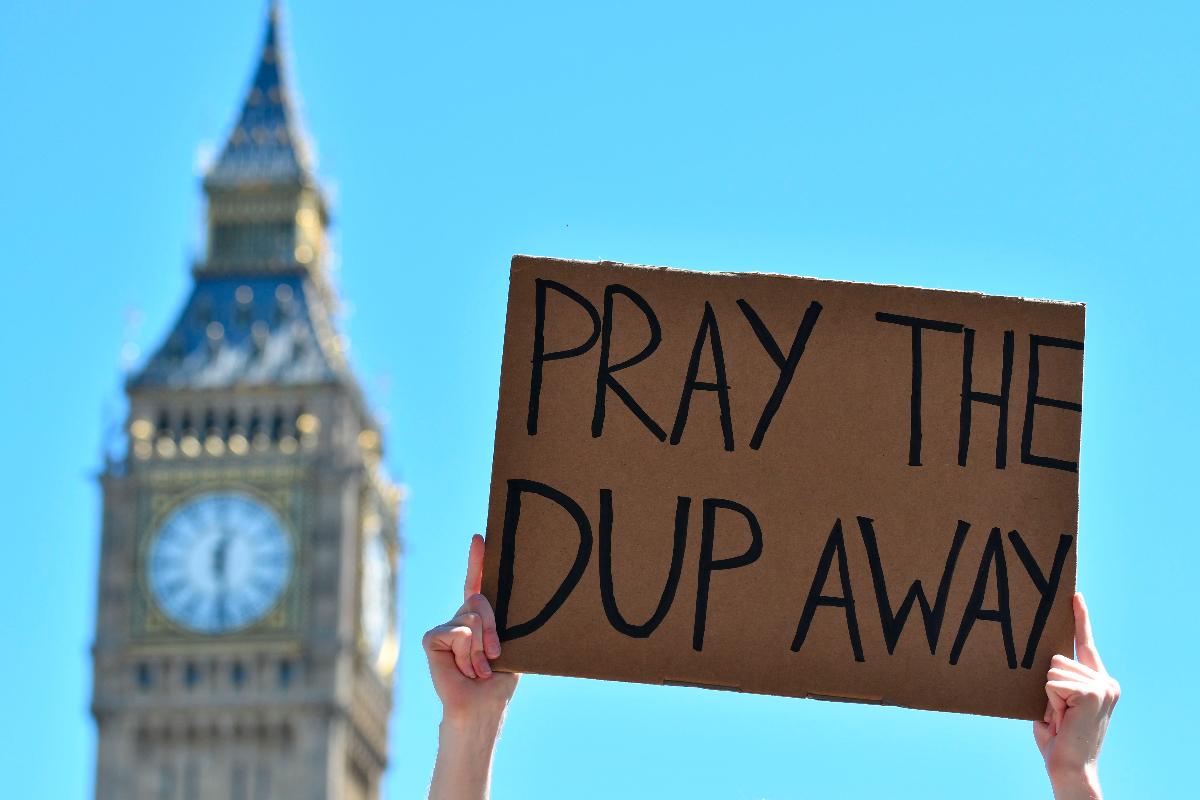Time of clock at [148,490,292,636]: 12:28
